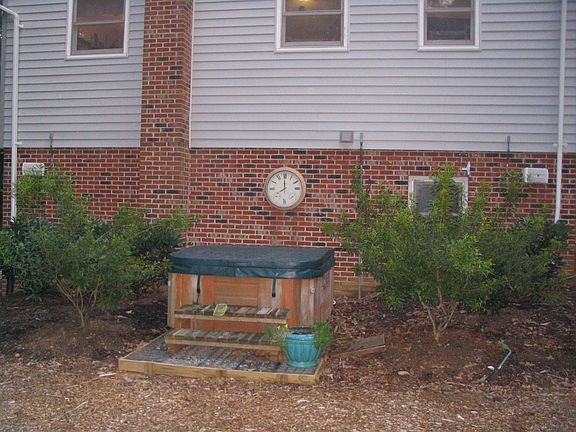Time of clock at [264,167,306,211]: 7:59
